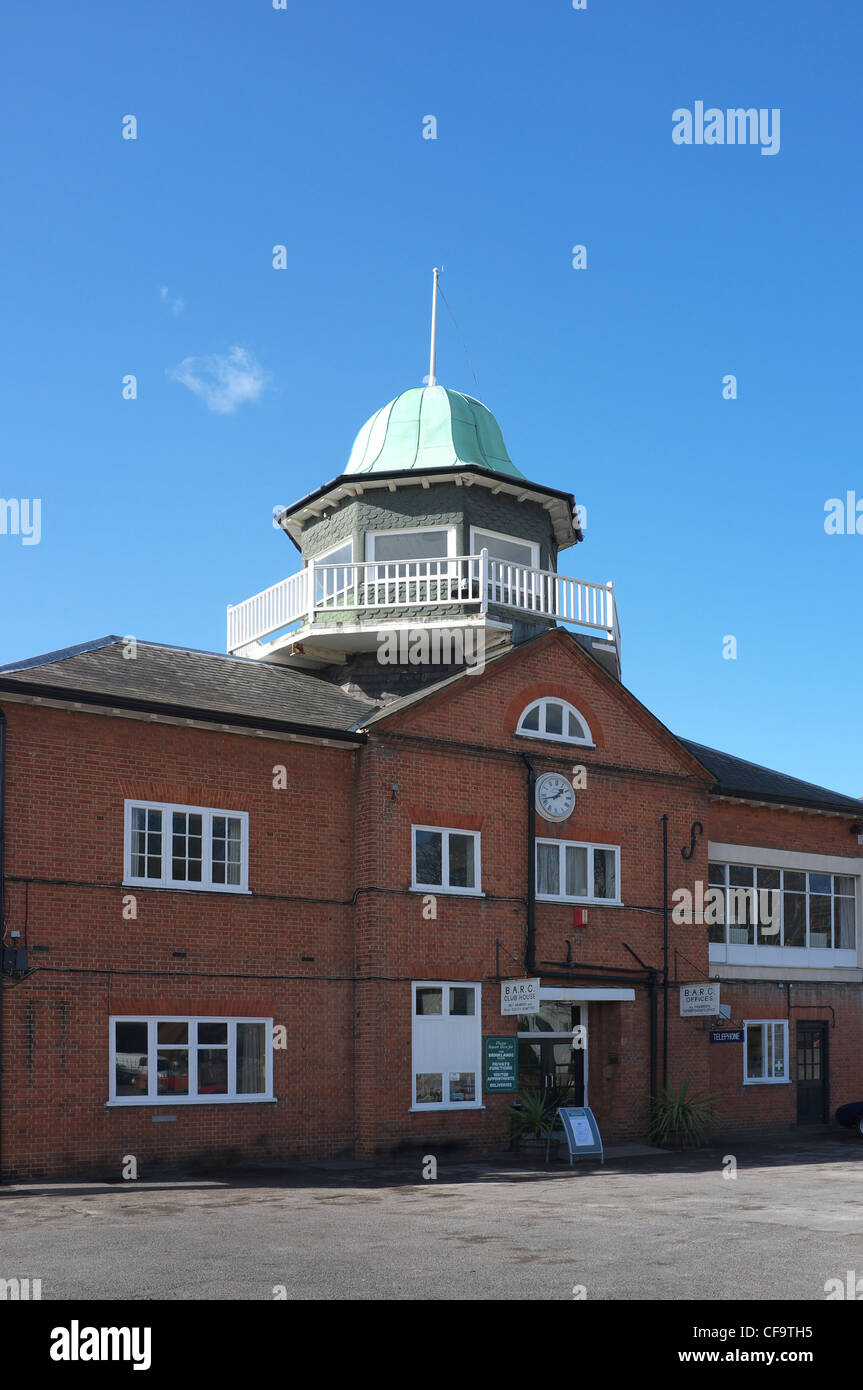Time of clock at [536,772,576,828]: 1:42
